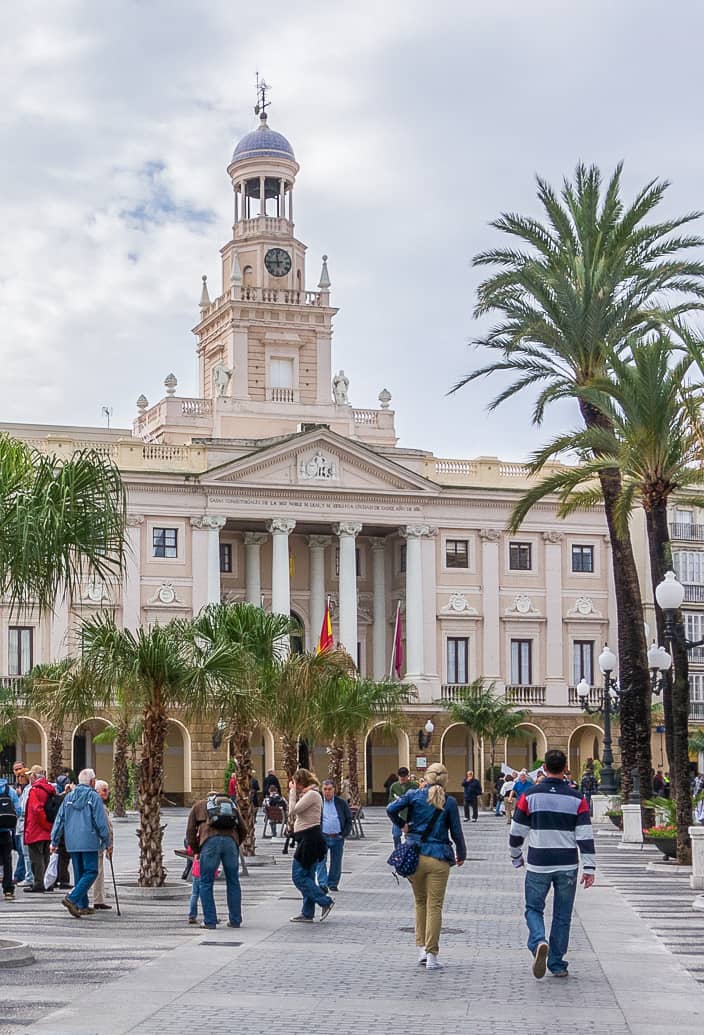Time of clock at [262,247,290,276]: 11:43
